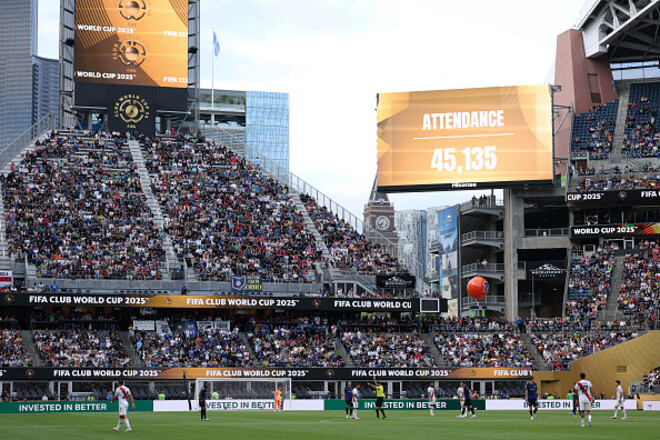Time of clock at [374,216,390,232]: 7:34
